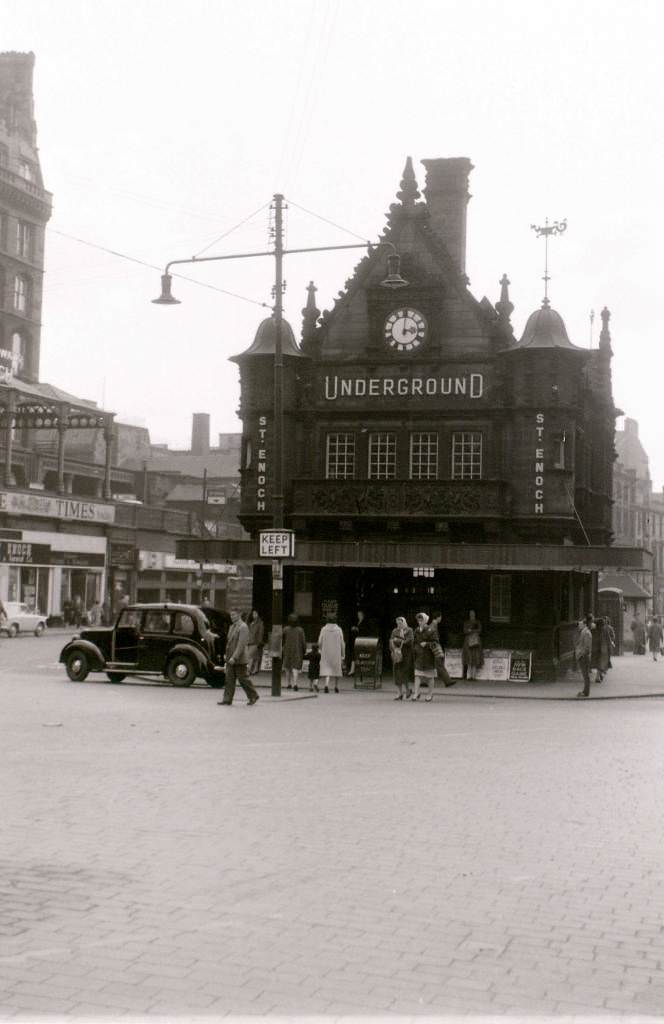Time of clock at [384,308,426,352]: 3:00
